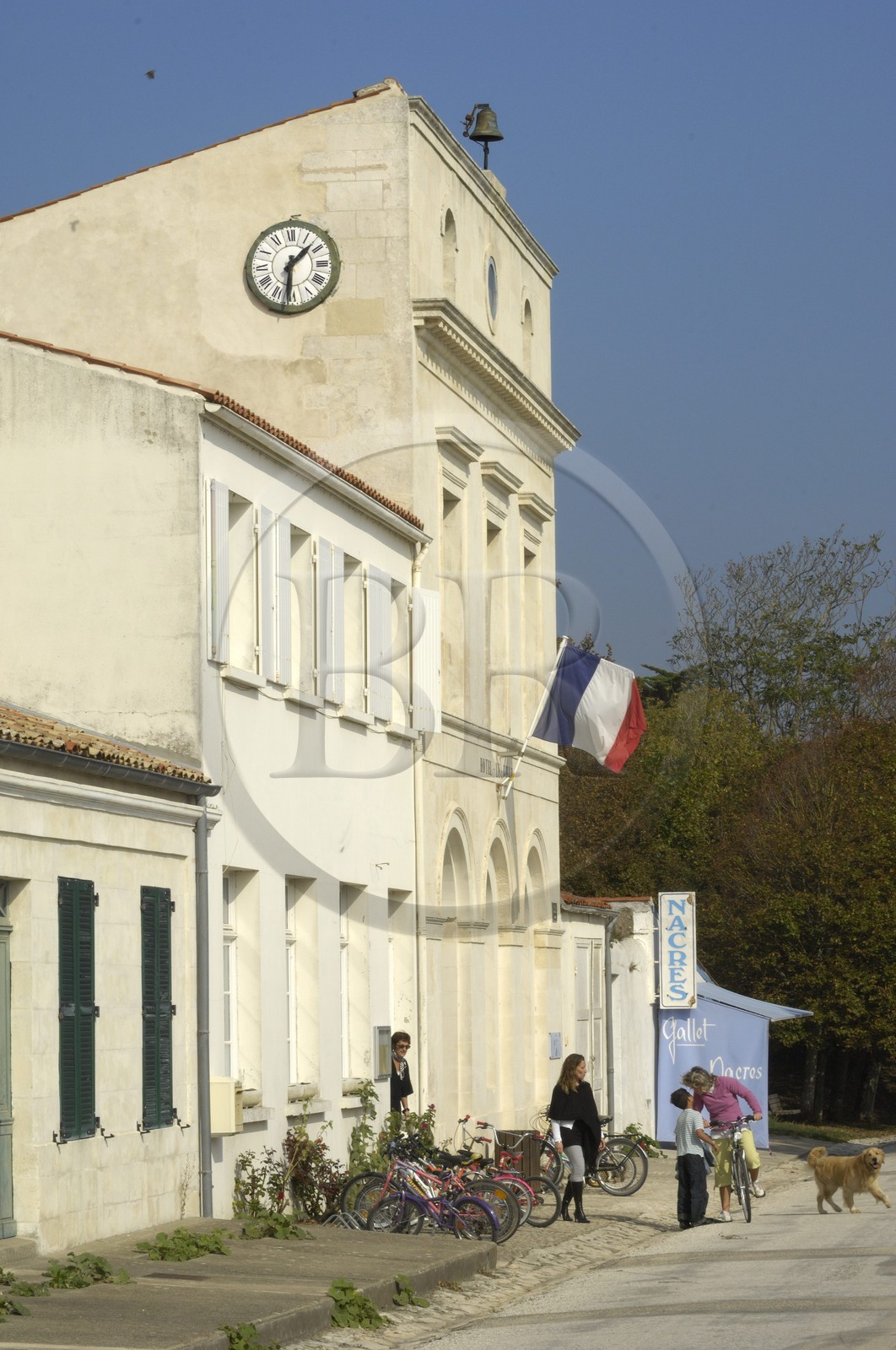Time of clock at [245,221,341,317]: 1:31
